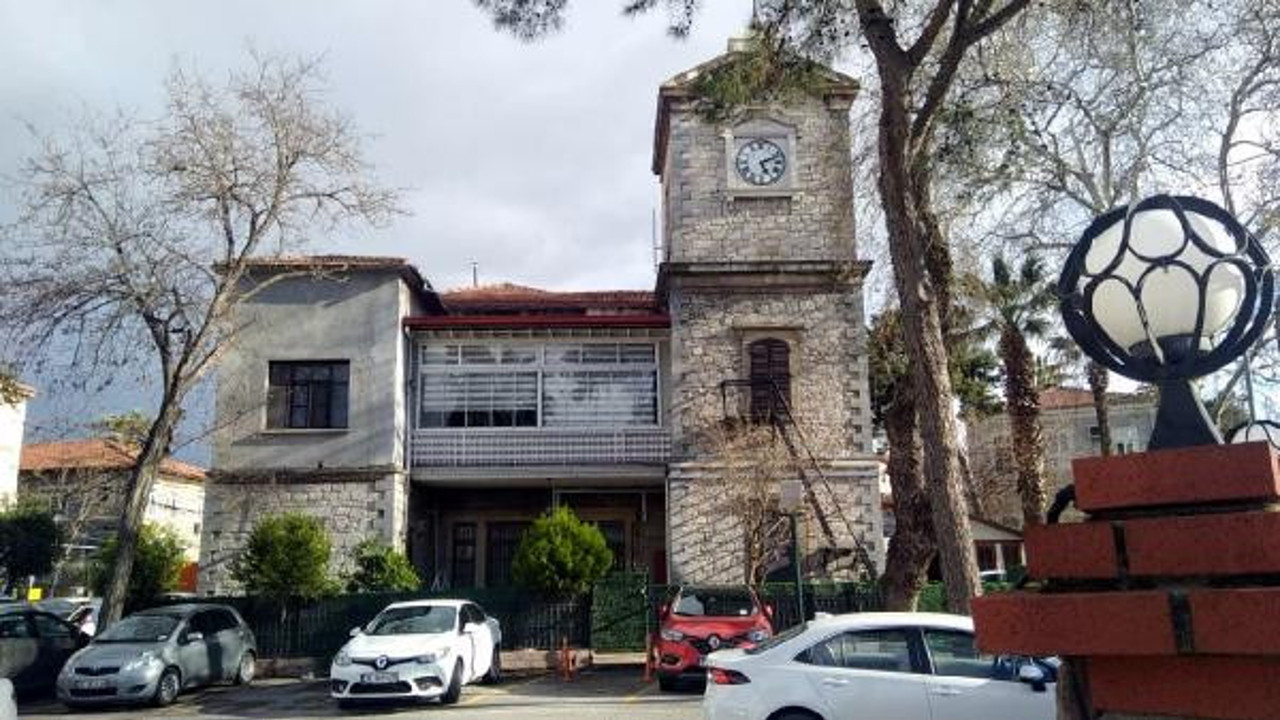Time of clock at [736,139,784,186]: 5:11
